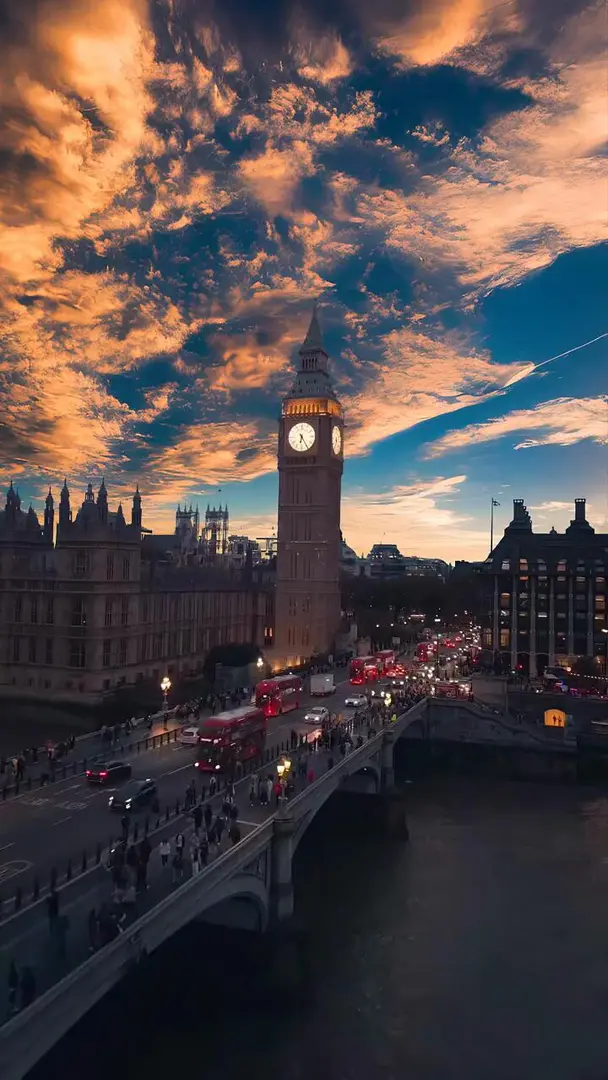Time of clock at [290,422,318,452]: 6:24
